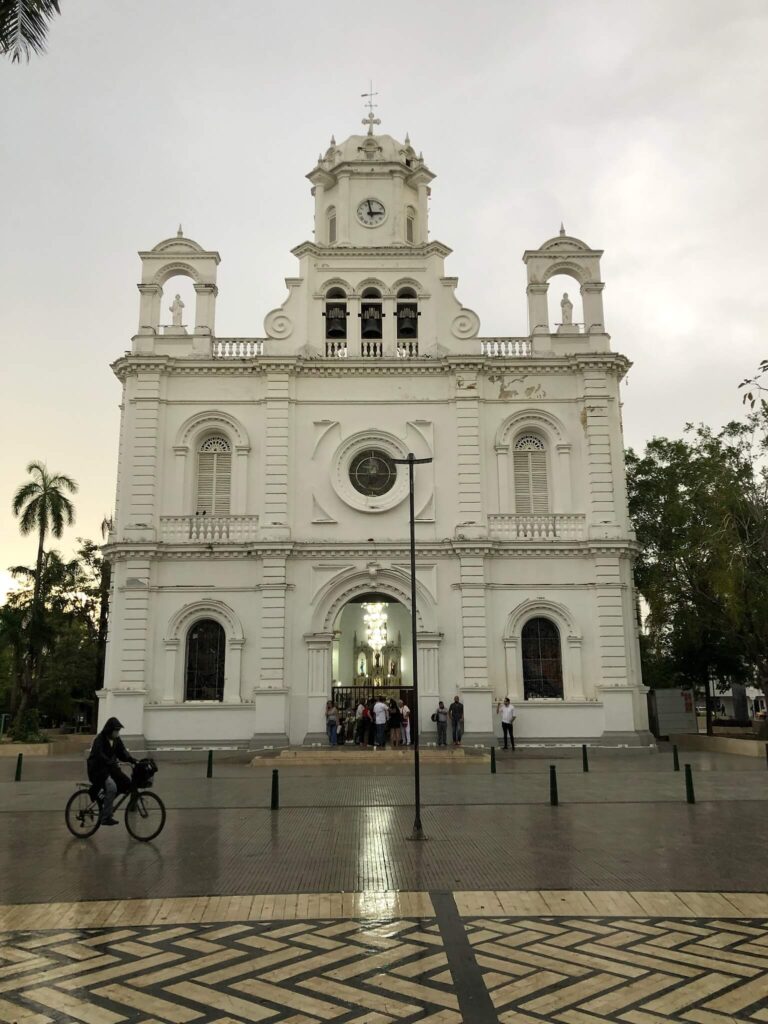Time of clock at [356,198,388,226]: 2:58
